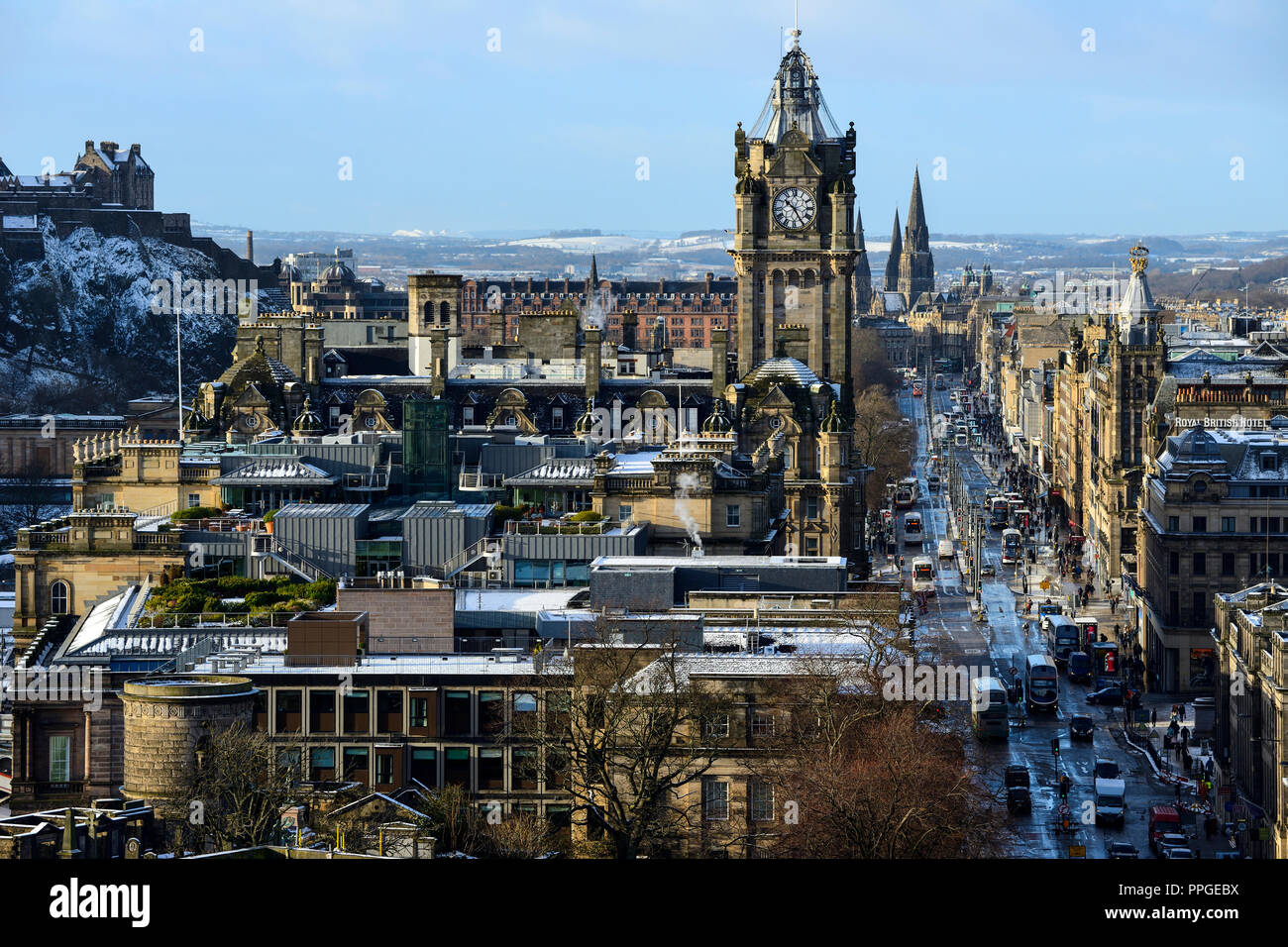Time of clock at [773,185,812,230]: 10:24
